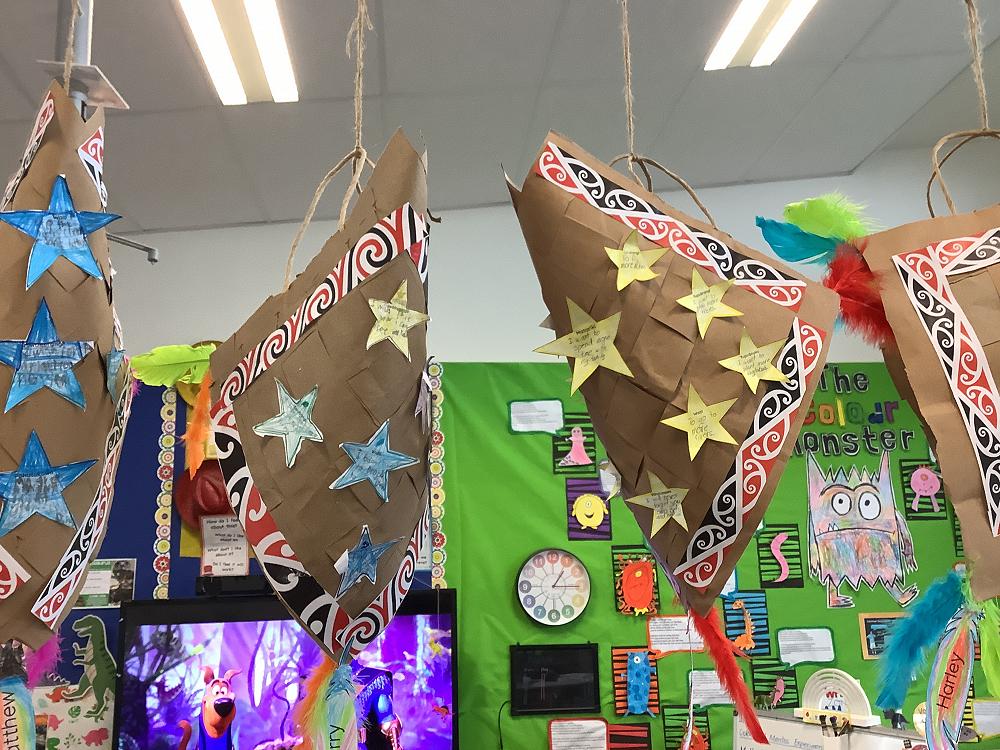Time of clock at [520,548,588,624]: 1:15
